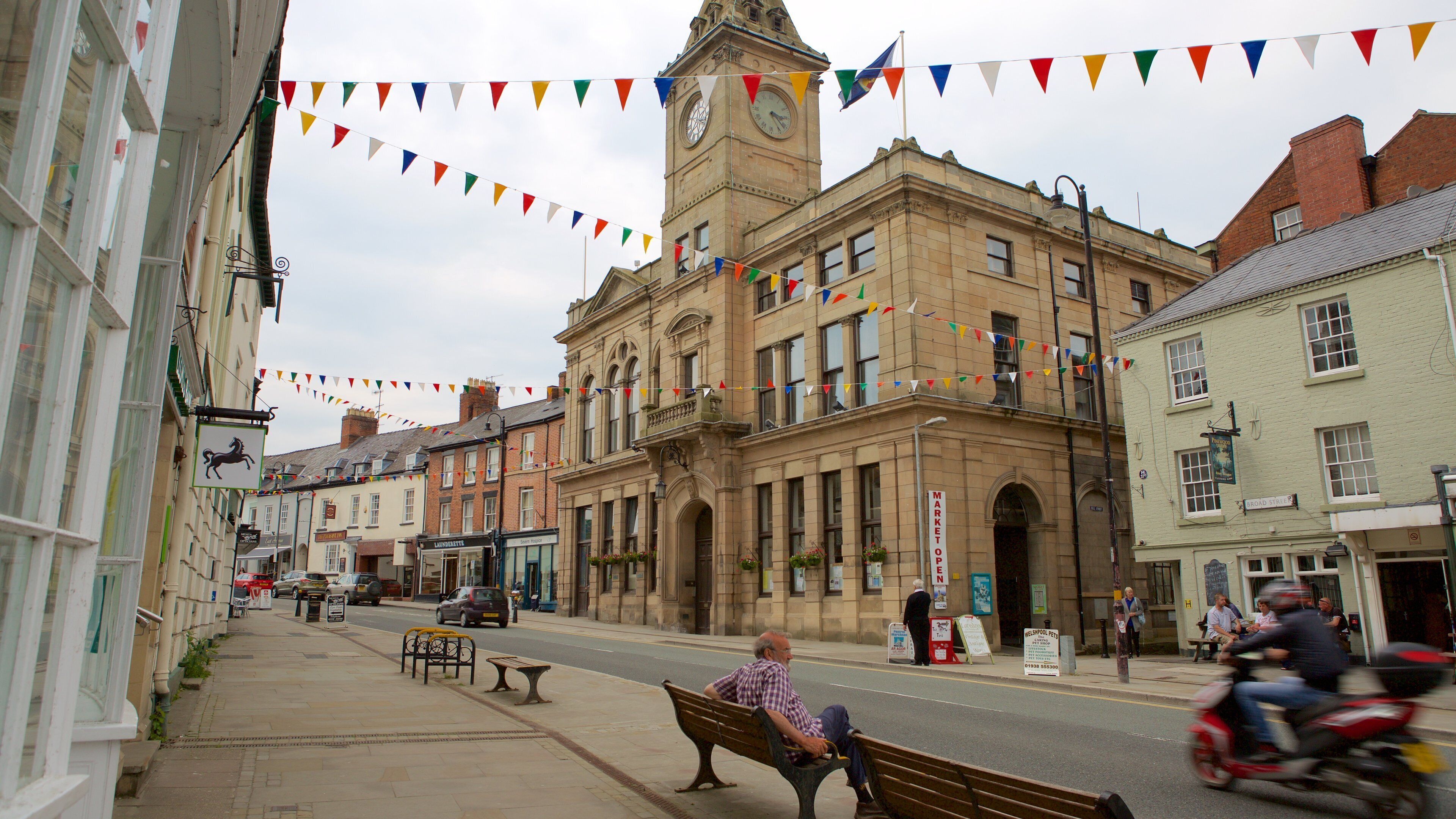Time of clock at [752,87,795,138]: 3:21
